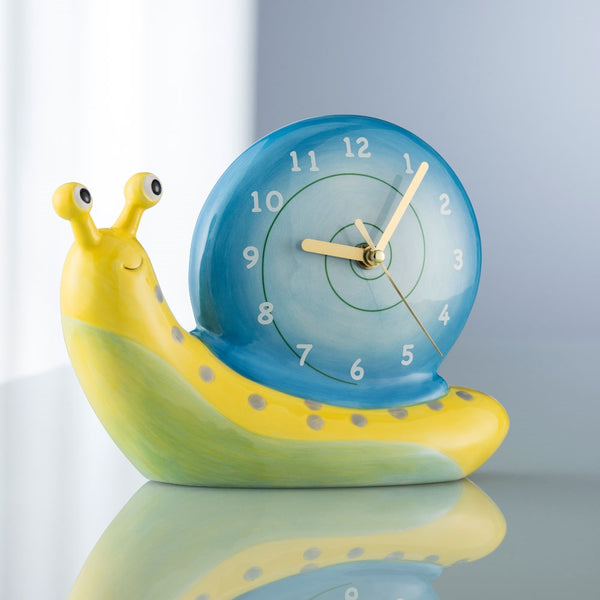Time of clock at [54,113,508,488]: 9:06
